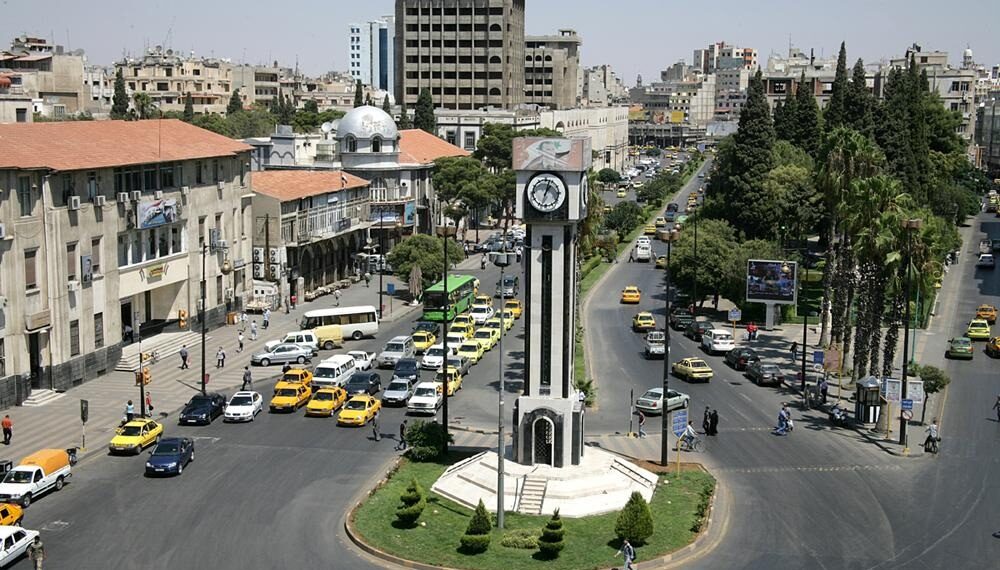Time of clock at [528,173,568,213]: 1:02
